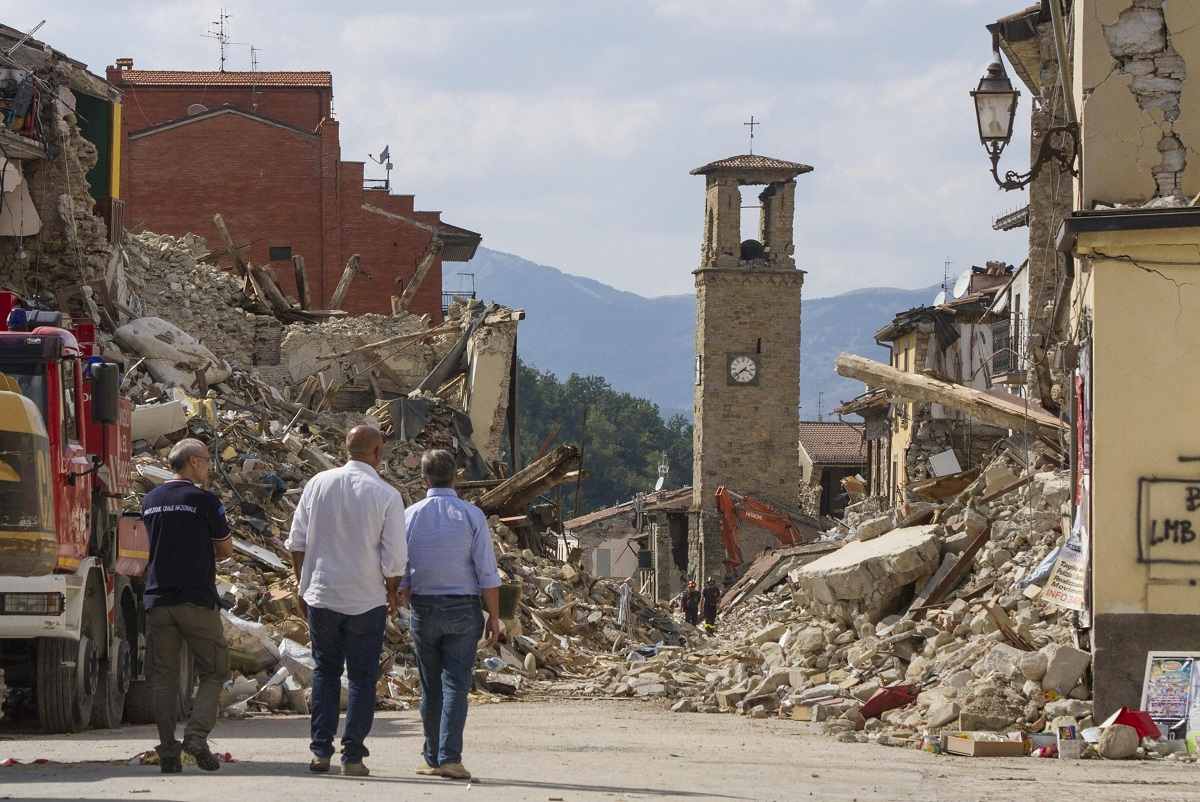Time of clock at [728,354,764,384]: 3:38
